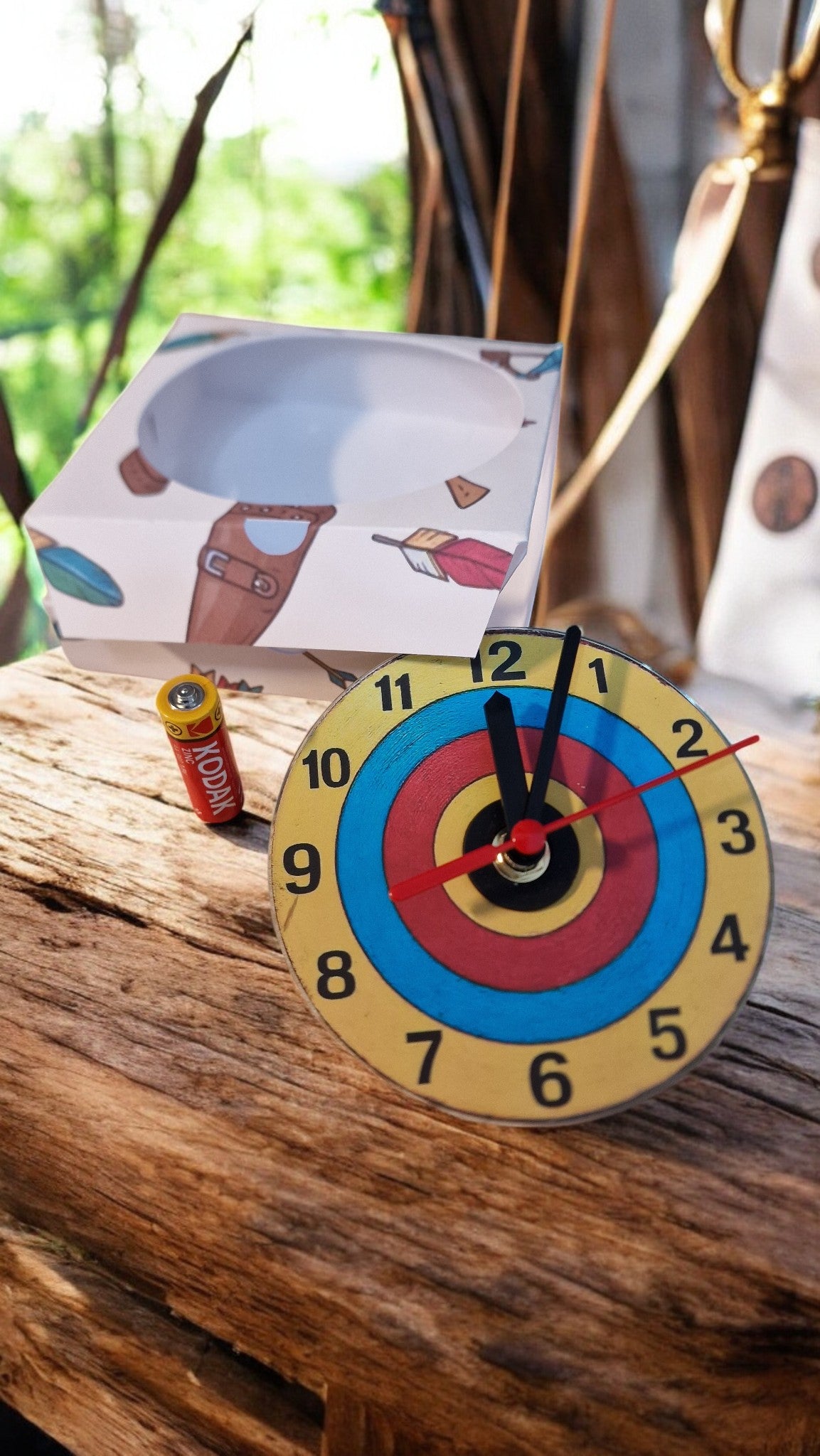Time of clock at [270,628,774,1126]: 12:03
